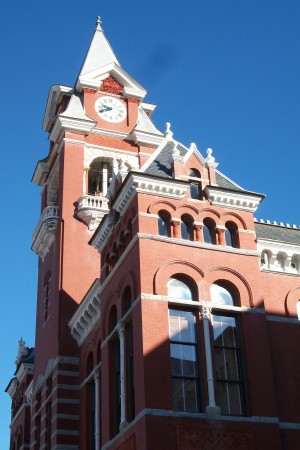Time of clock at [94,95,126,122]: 9:41
